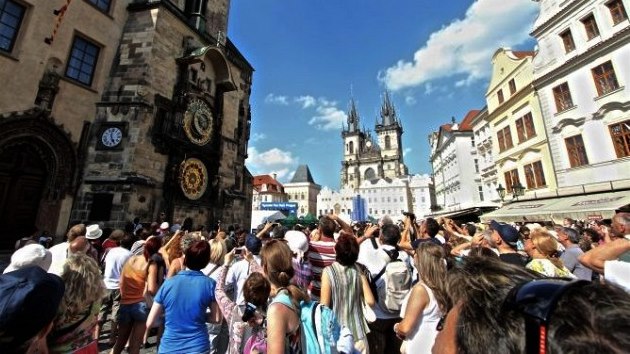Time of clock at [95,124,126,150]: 4:59
